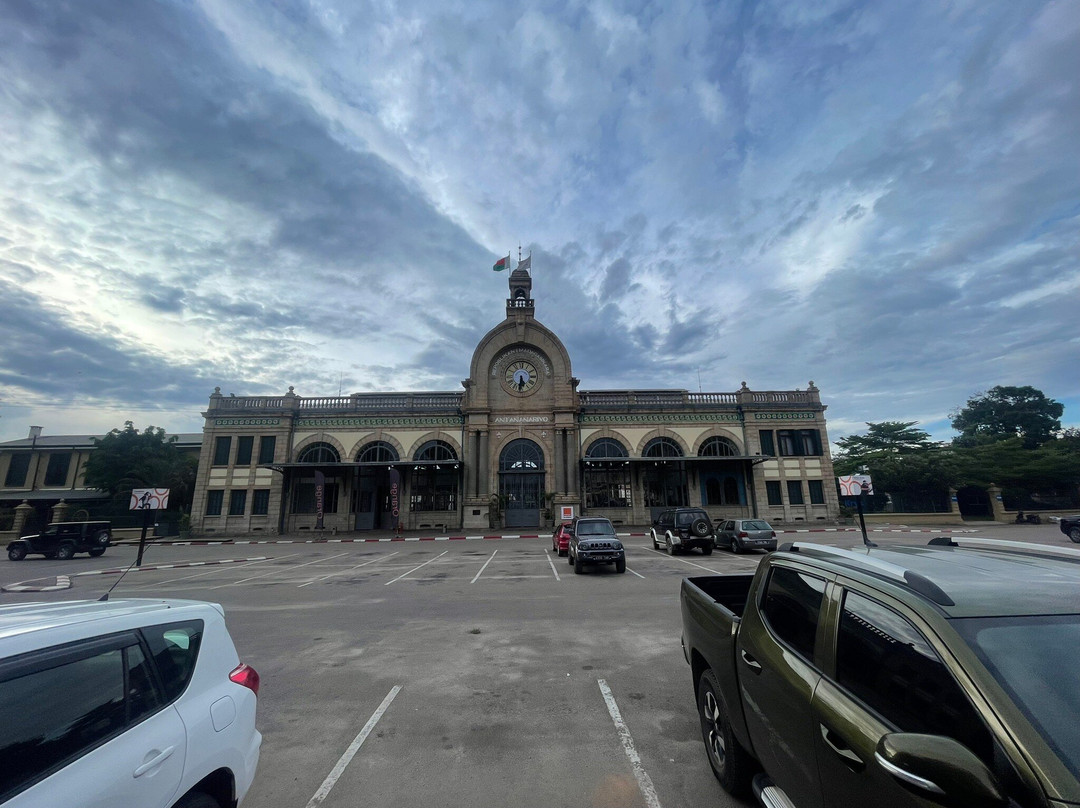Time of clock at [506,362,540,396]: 5:31
